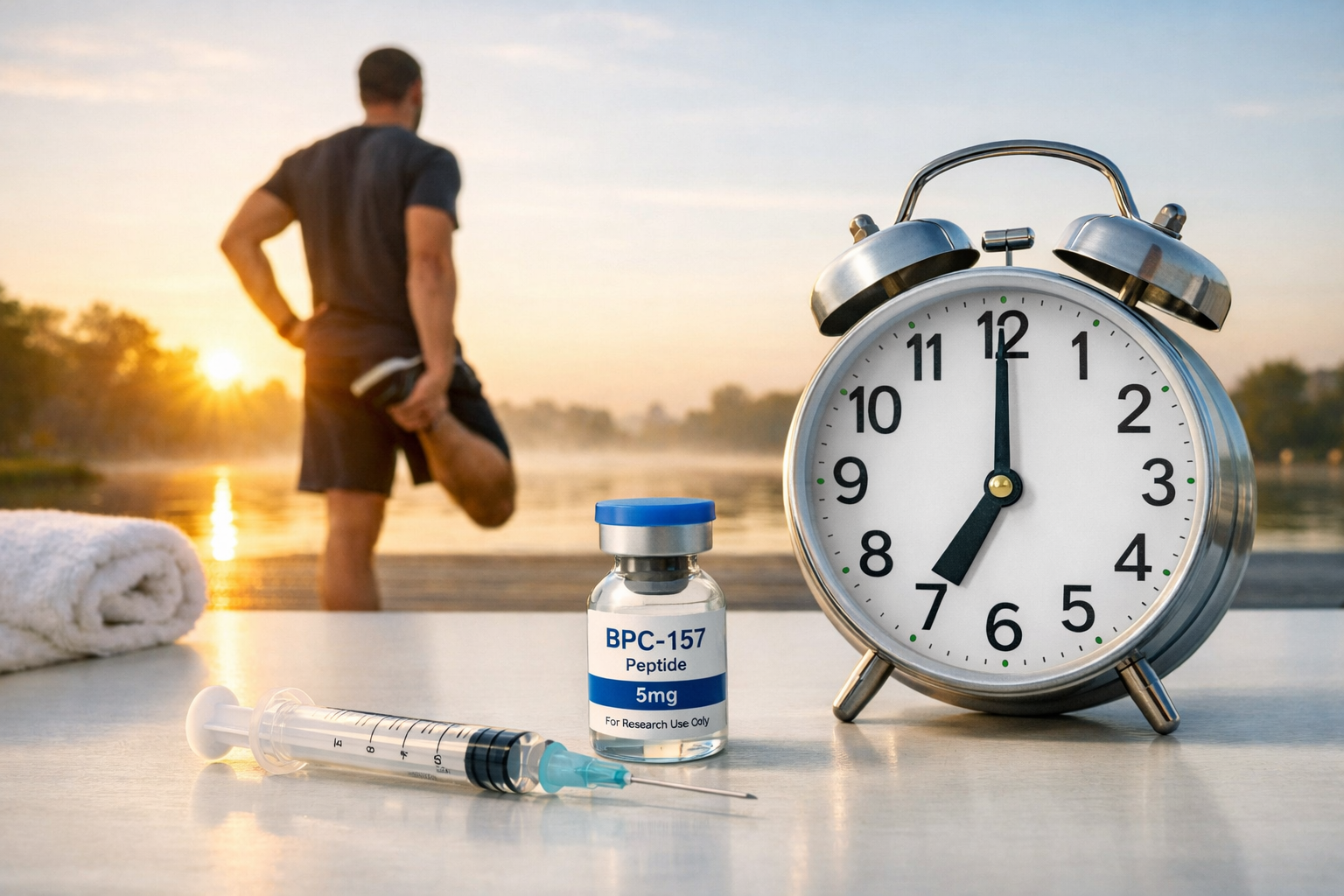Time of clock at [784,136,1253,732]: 7:00
